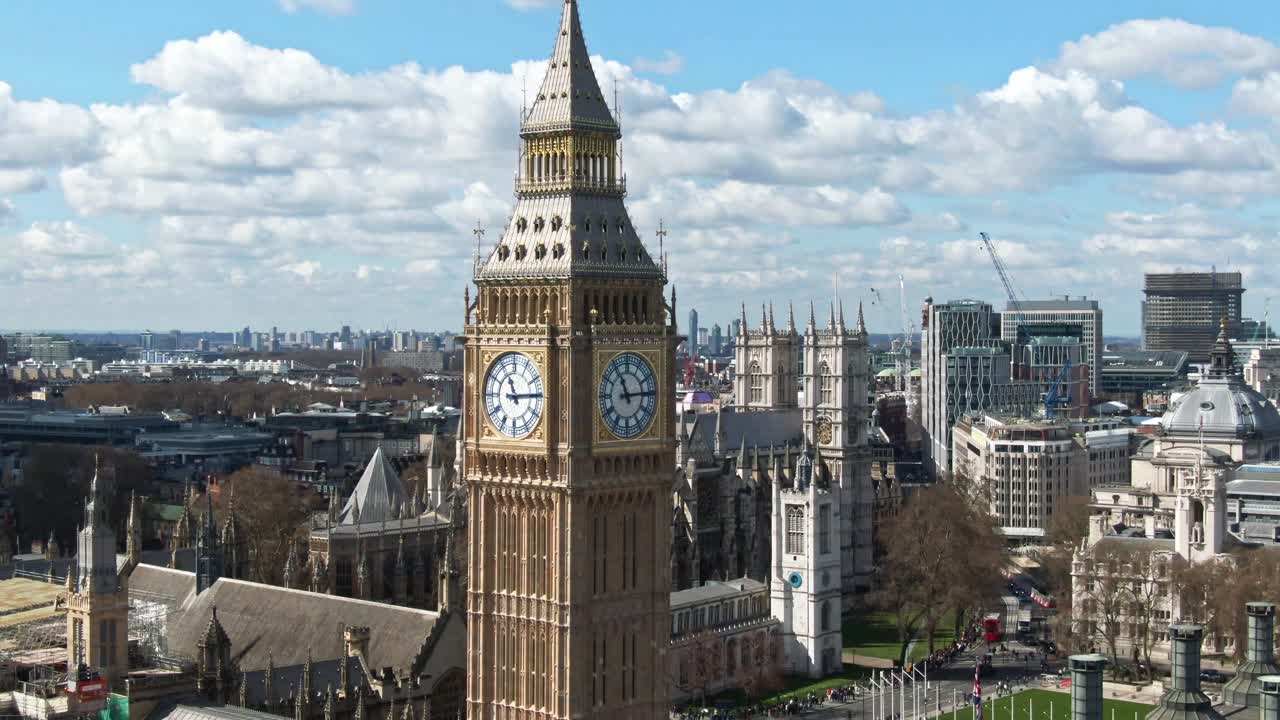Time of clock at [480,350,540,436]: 11:14
